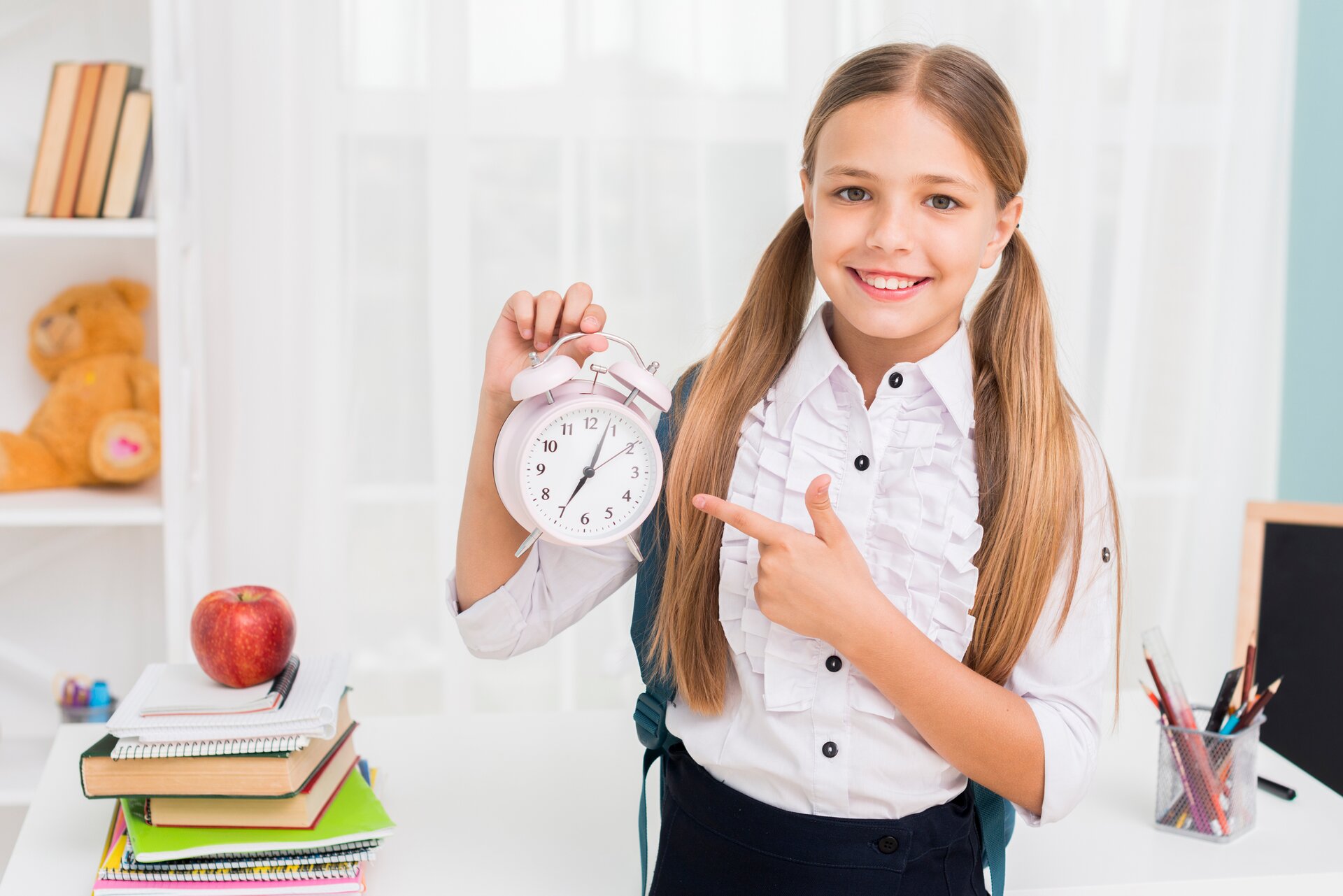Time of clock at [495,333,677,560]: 7:03
